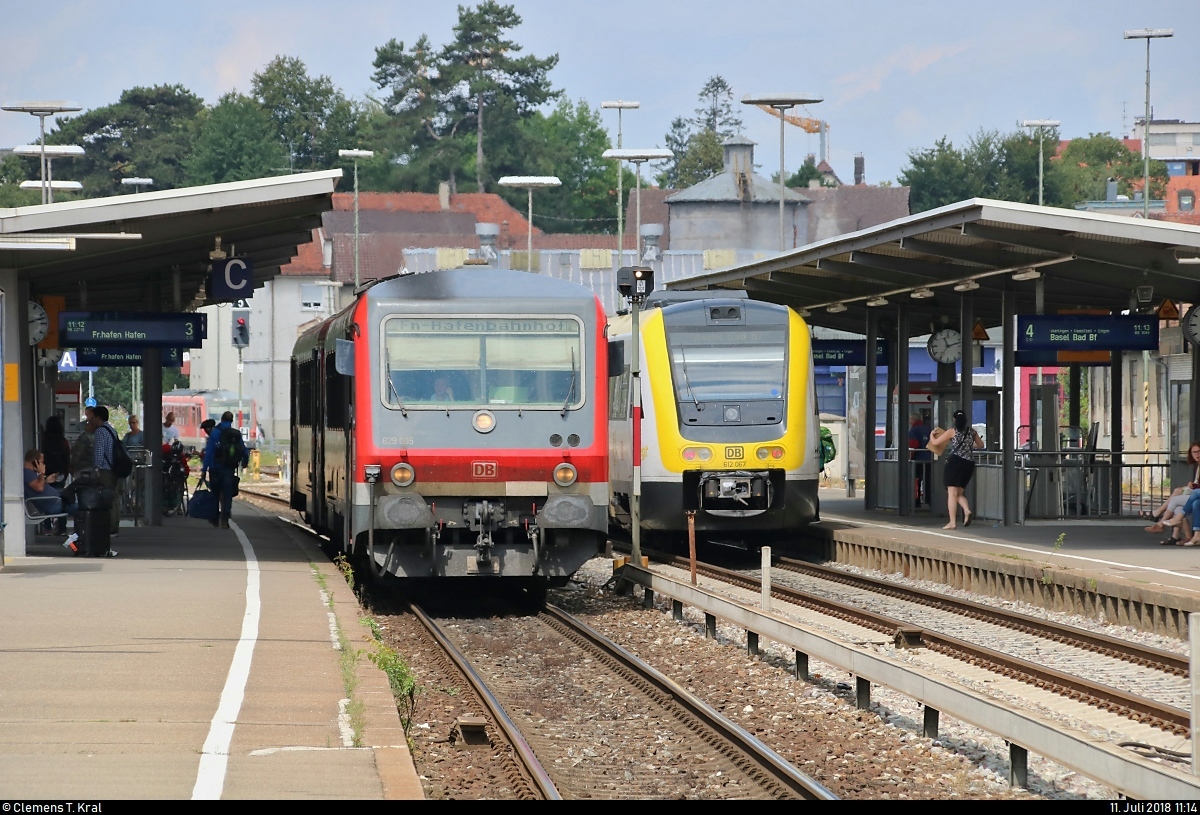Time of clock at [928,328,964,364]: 11:12
